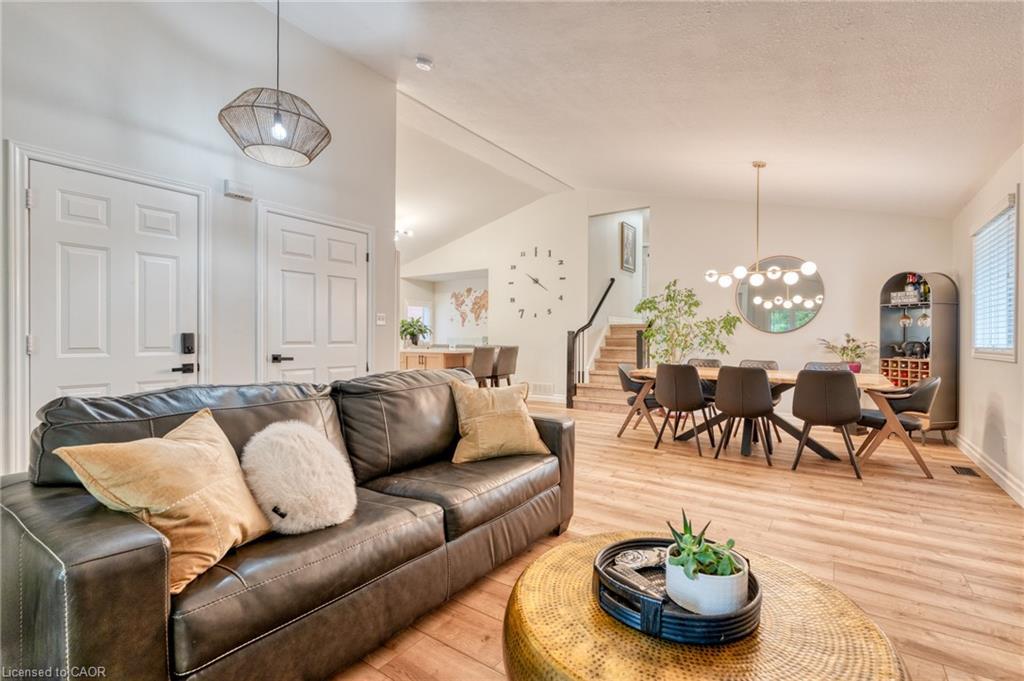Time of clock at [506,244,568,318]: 4:20
